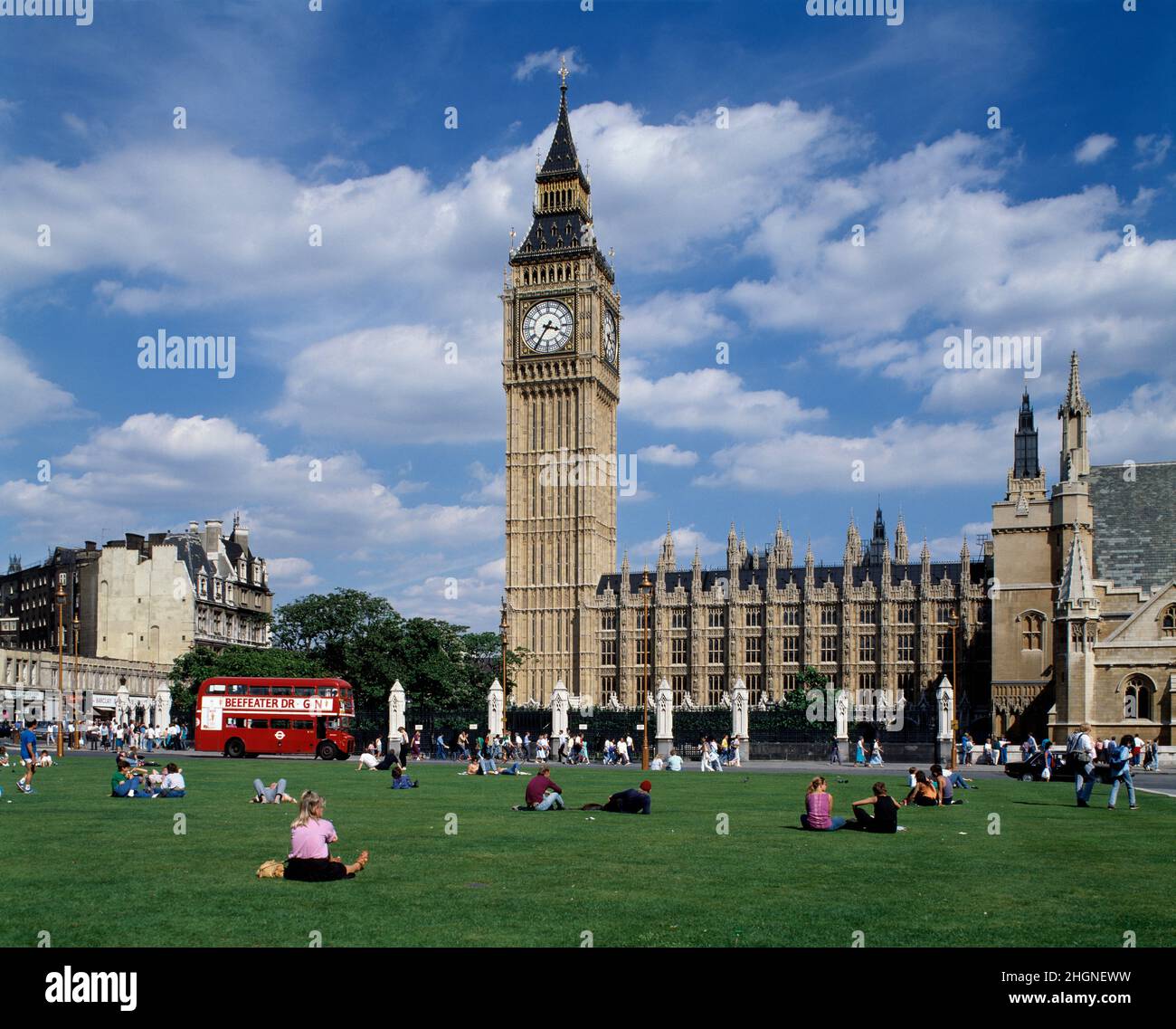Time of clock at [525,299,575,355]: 3:35
